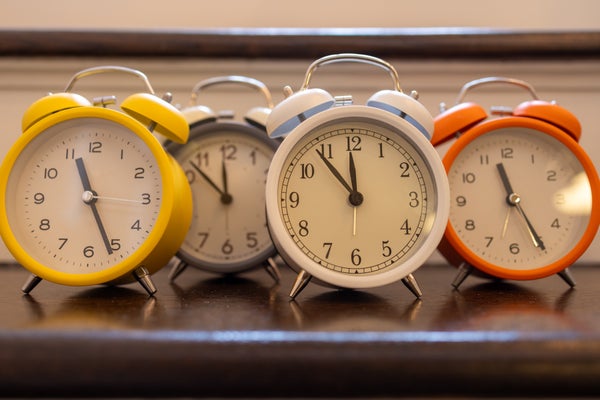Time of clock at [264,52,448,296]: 11:53
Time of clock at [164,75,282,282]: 11:52
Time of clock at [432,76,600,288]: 11:25
